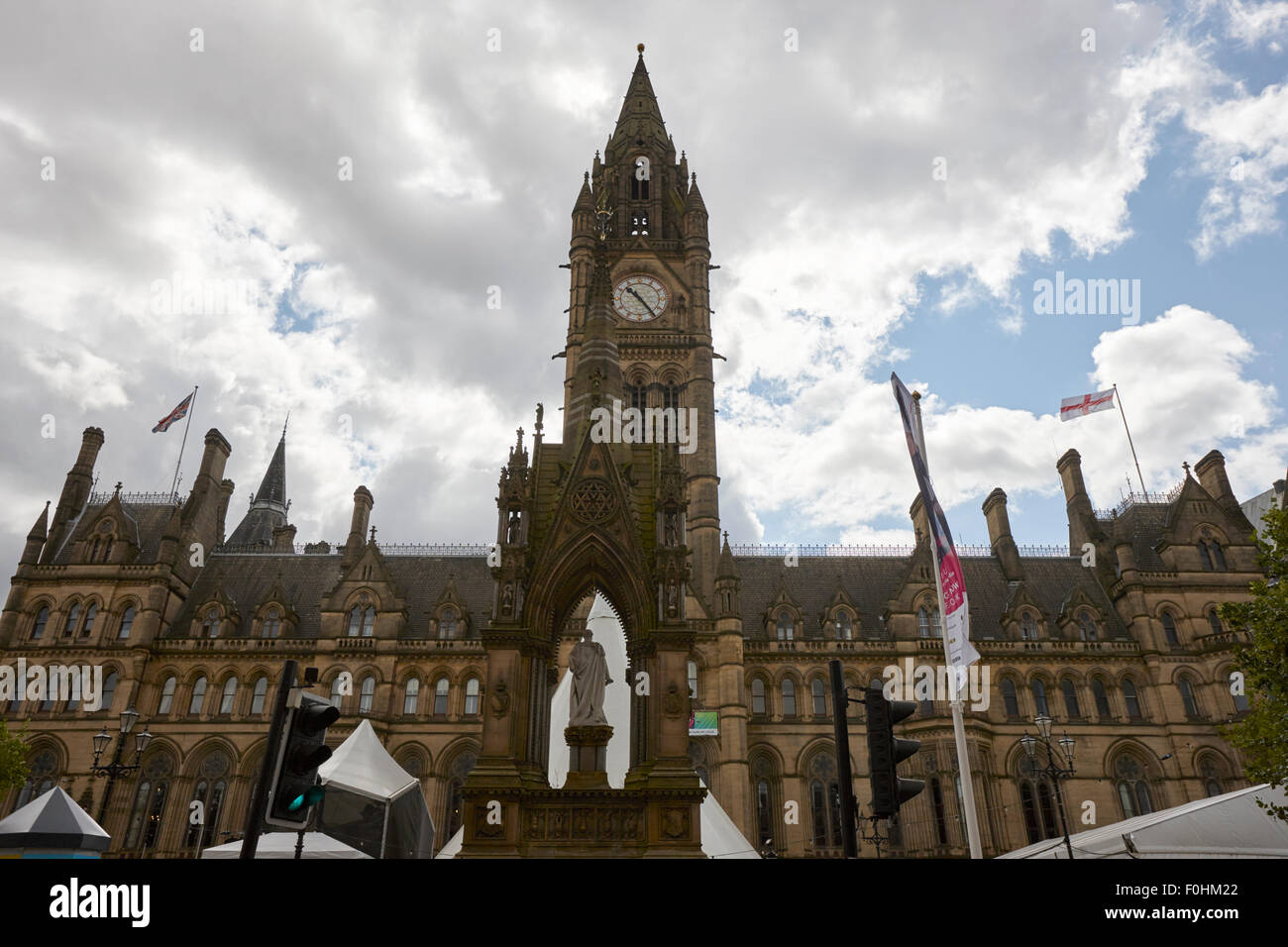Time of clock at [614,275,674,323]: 10:24
